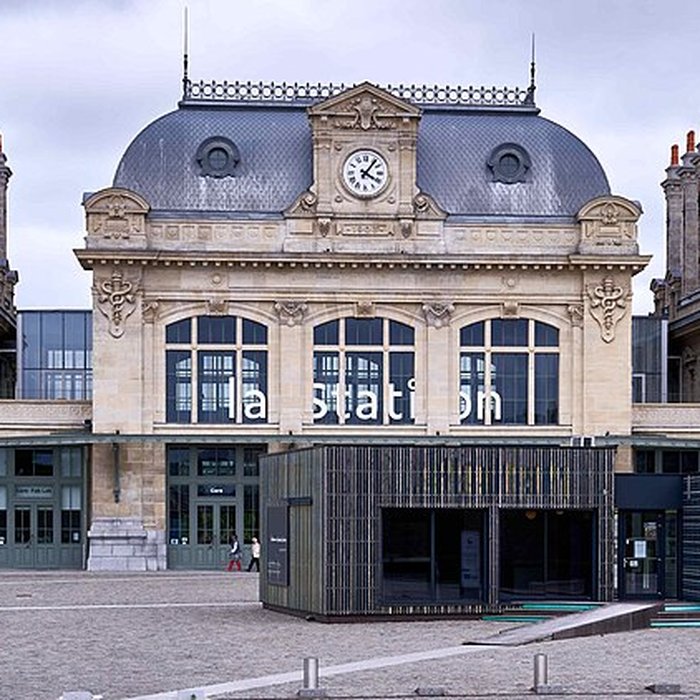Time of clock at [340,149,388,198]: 4:06
